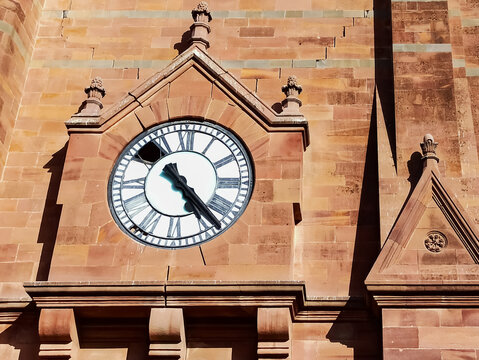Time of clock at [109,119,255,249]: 10:23
